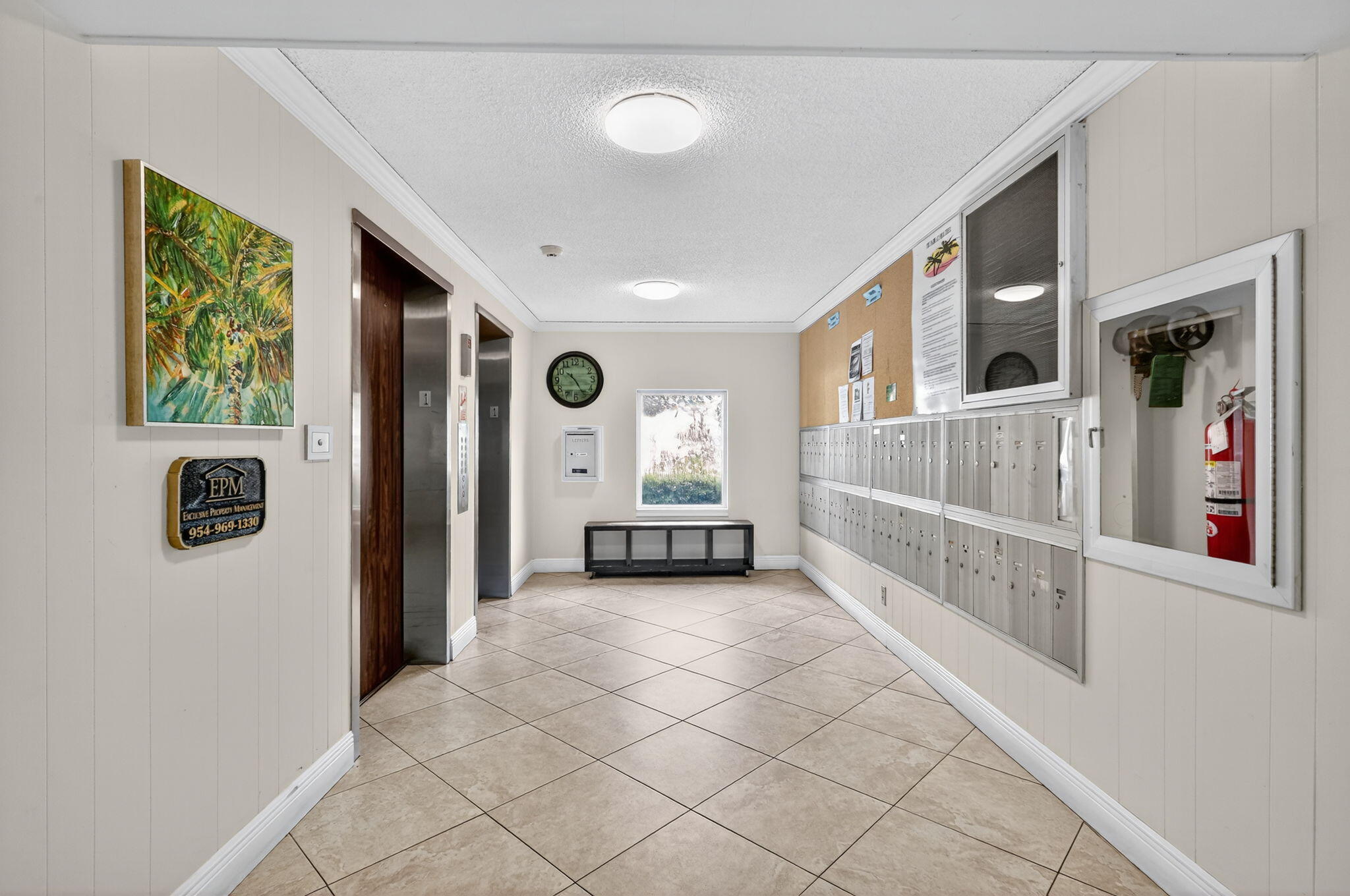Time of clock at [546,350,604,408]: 10:24
